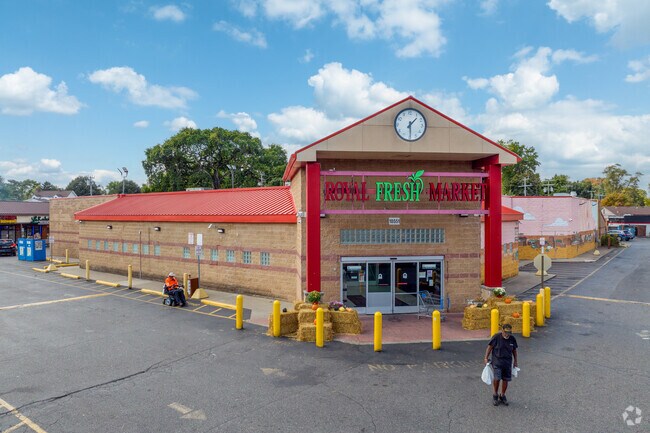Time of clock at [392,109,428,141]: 1:29
